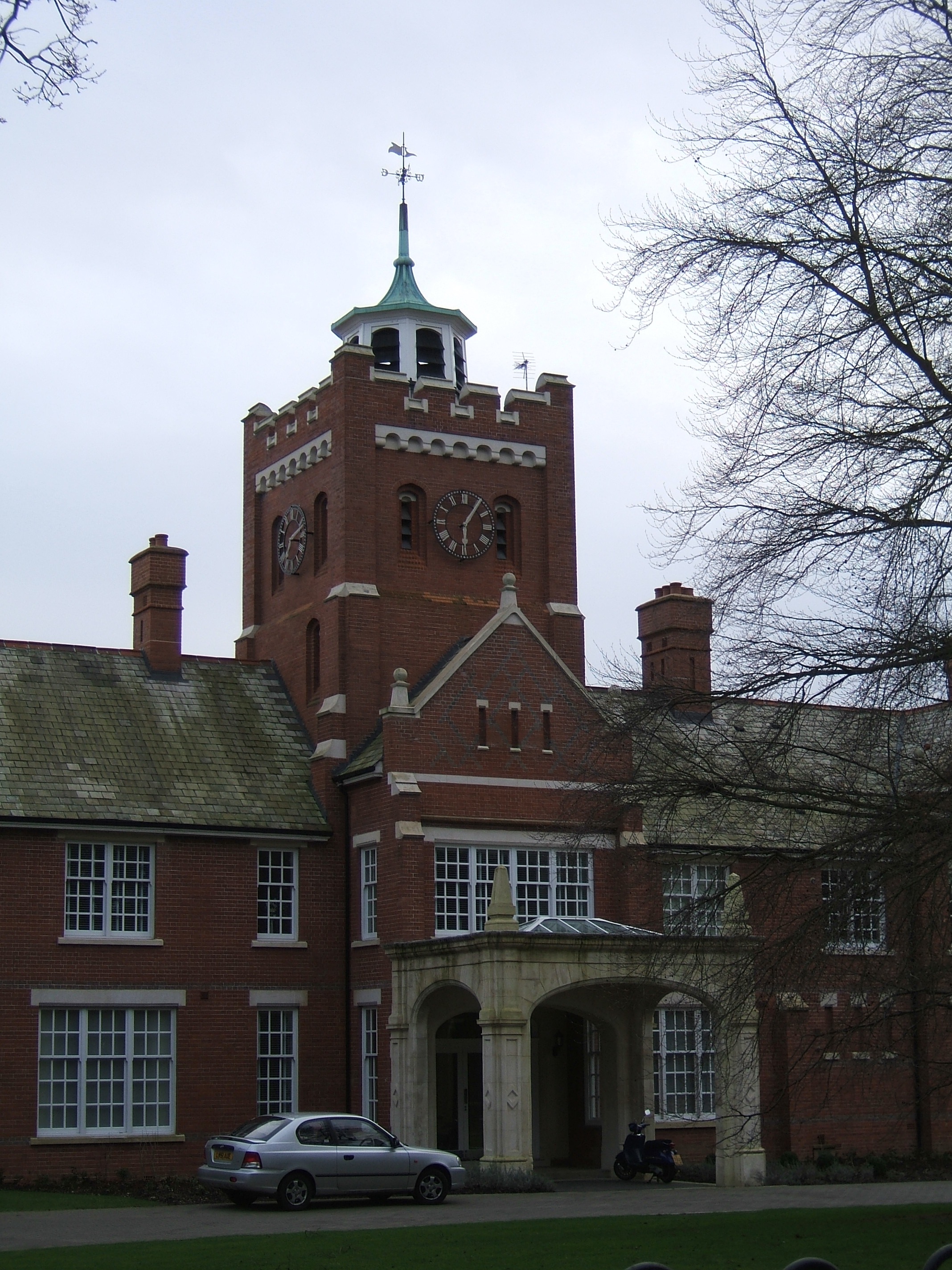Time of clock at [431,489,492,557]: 6:05
